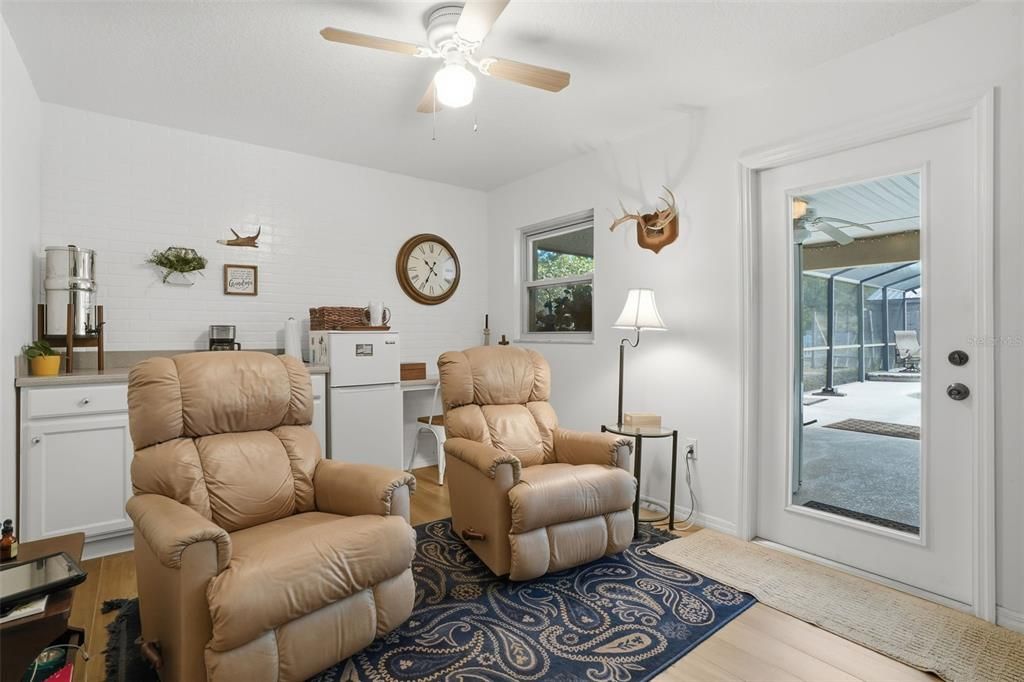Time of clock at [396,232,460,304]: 10:34
